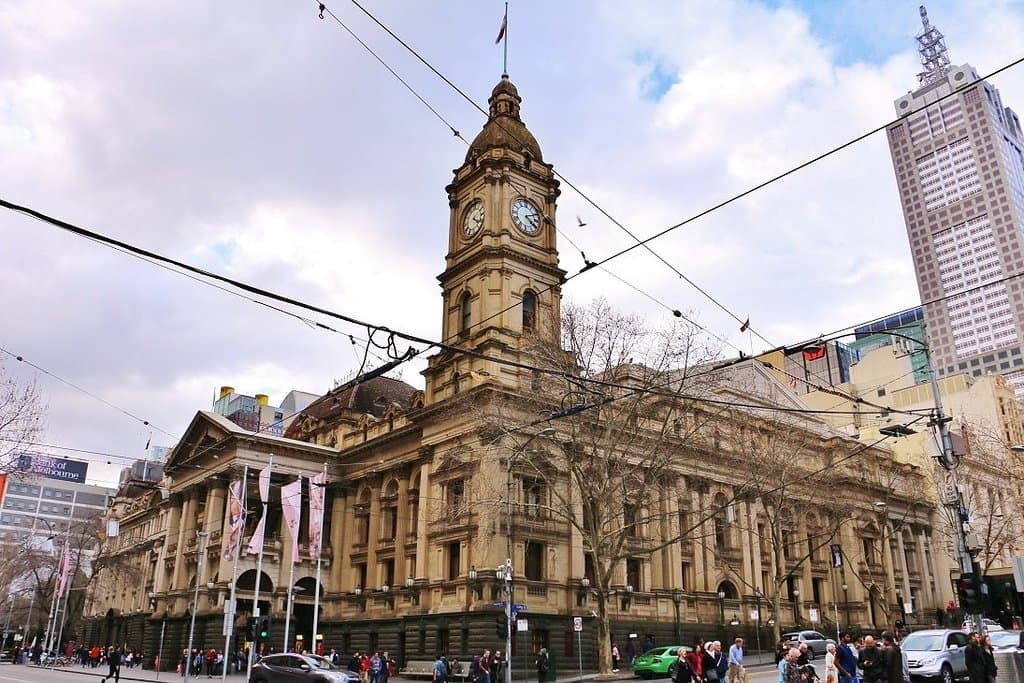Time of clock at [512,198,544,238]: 4:10
